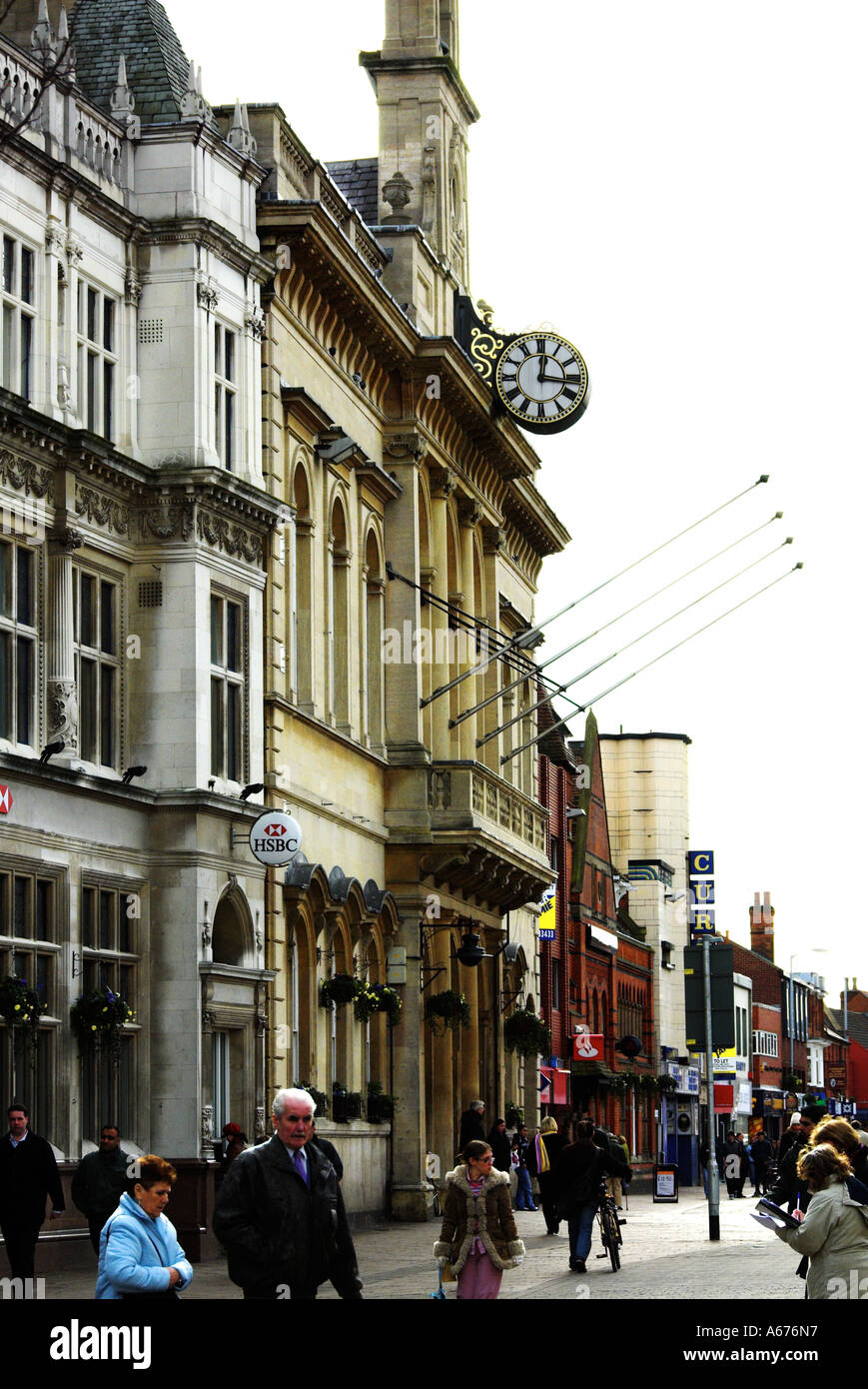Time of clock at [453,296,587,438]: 12:16
